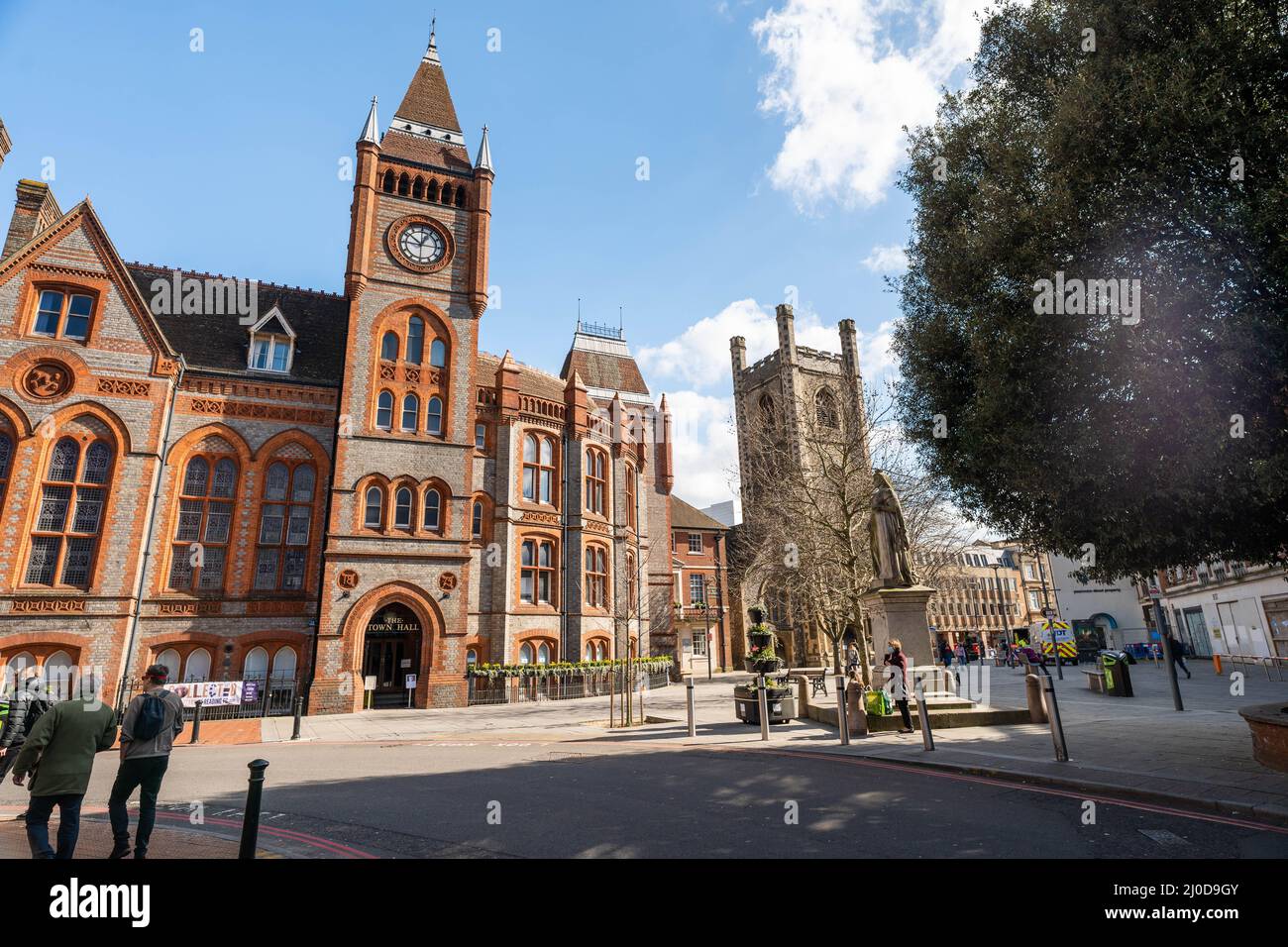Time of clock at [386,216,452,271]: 12:51
